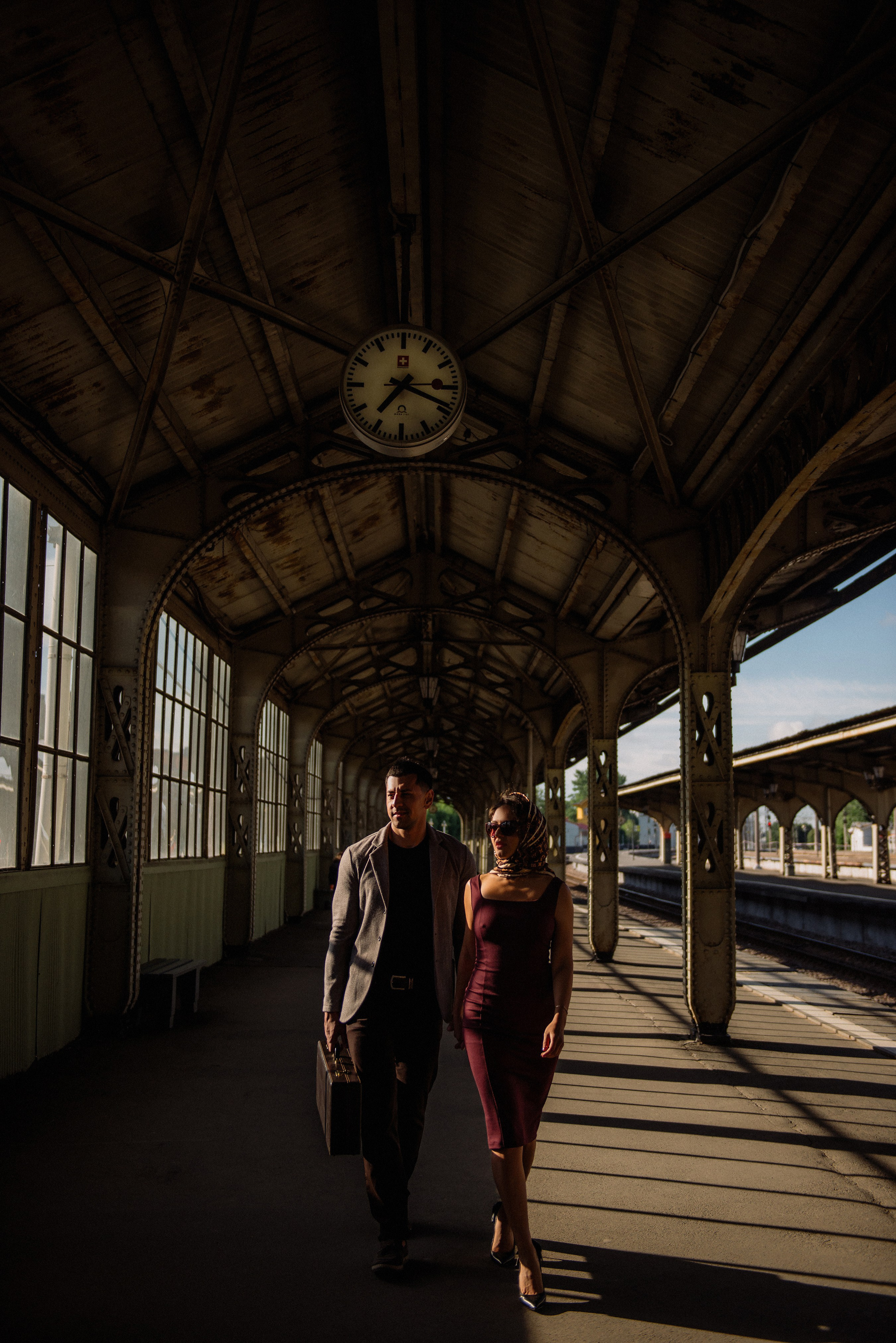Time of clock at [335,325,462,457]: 7:18
